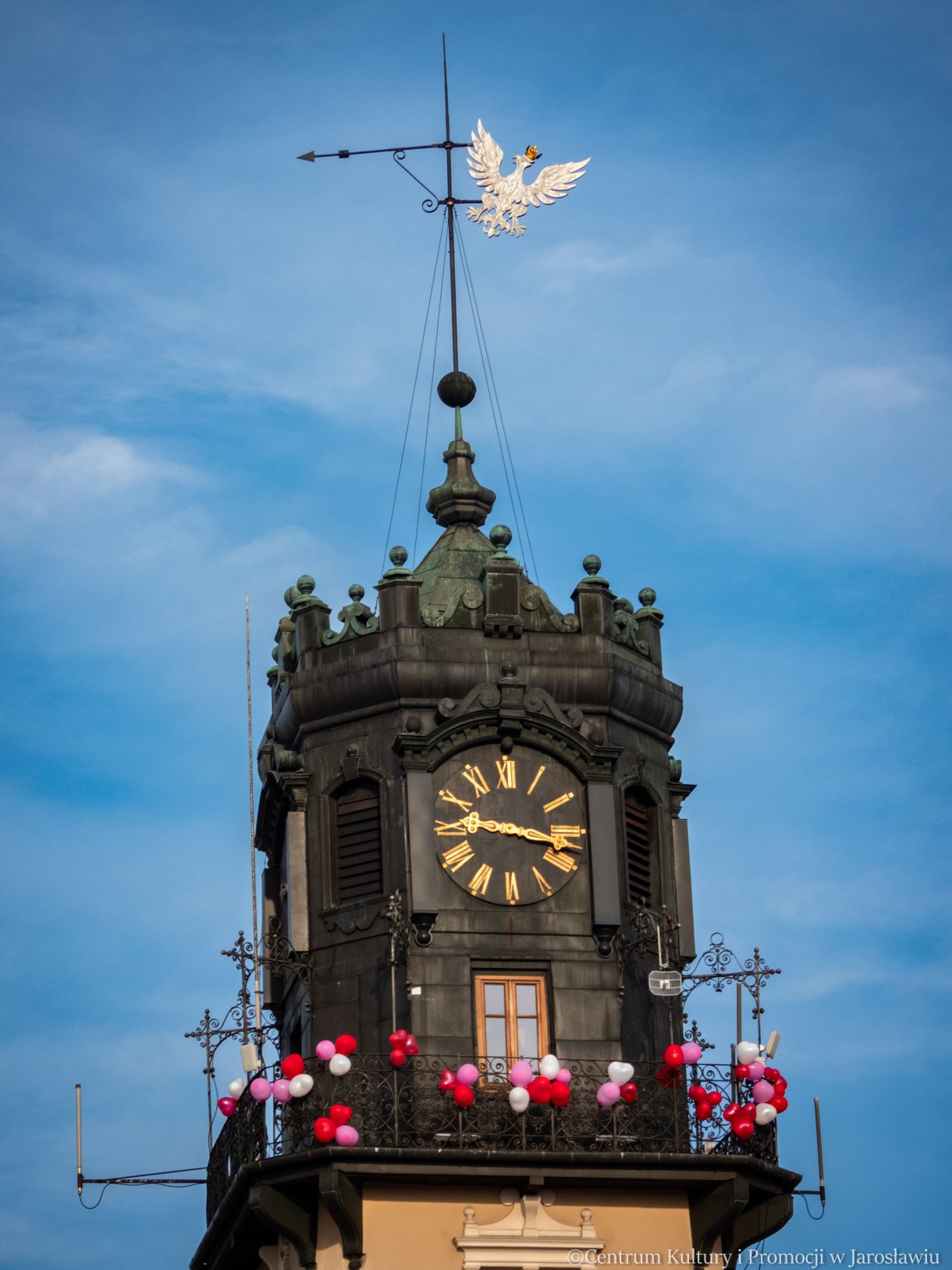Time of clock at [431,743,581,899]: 9:17
